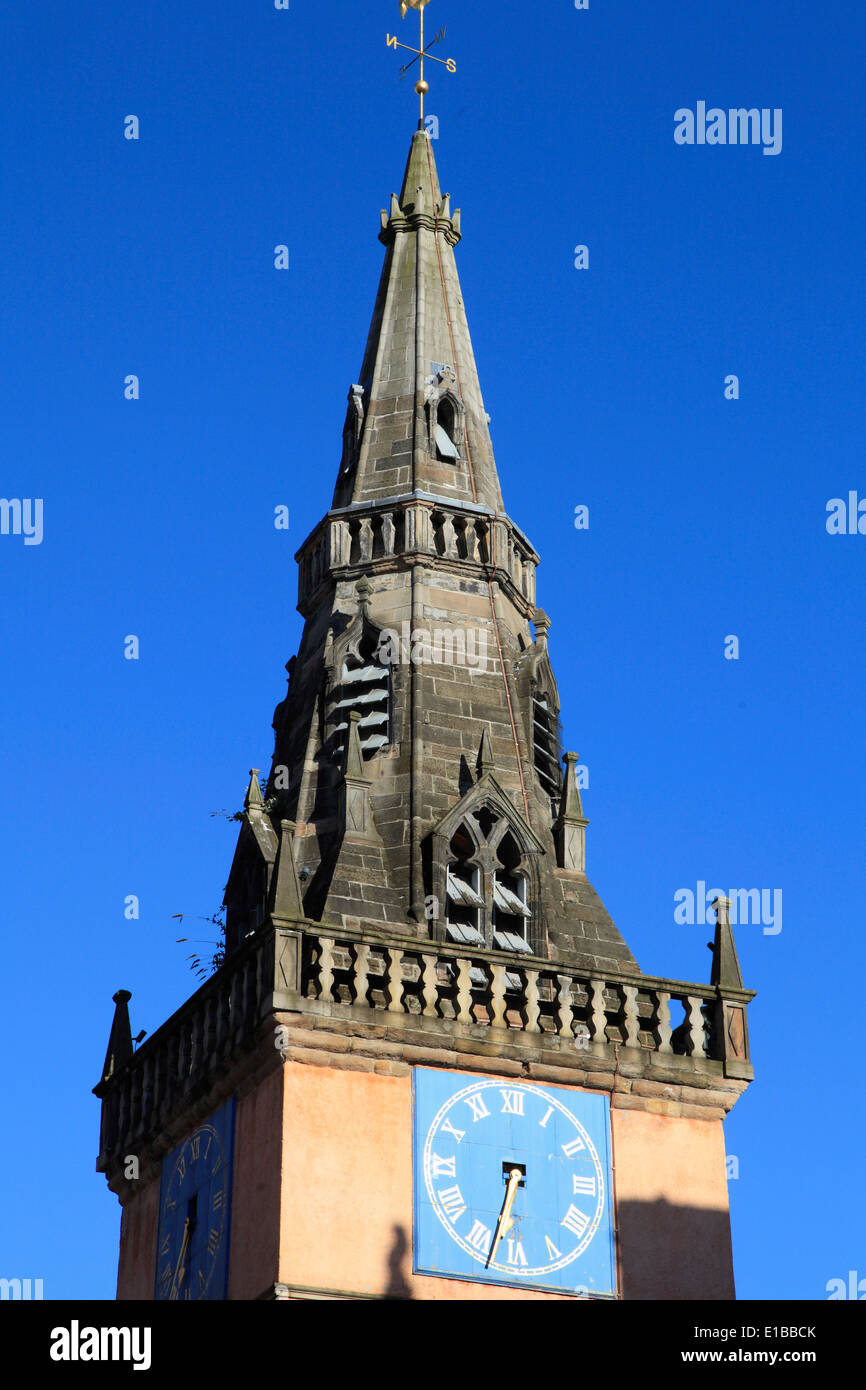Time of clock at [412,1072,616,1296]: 6:32
